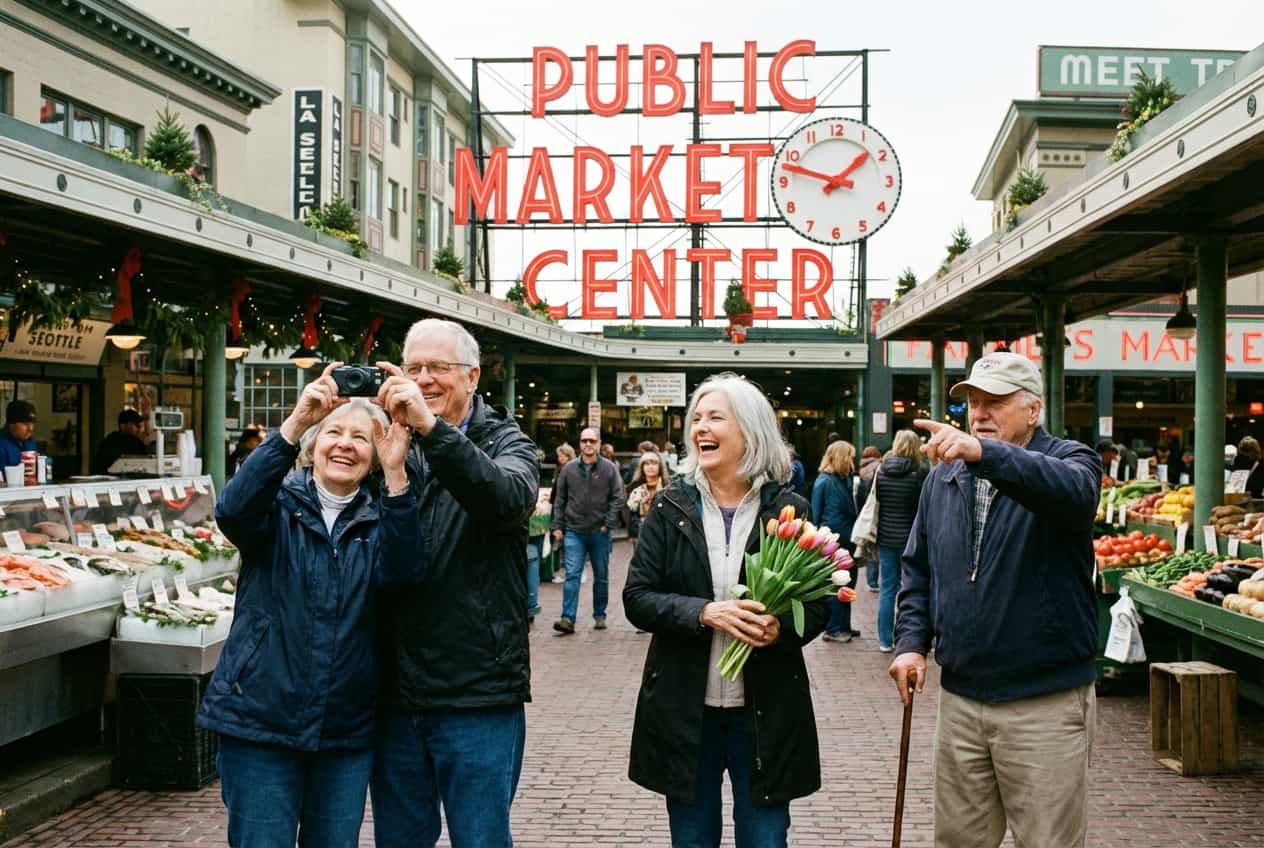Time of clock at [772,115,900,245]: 1:47
